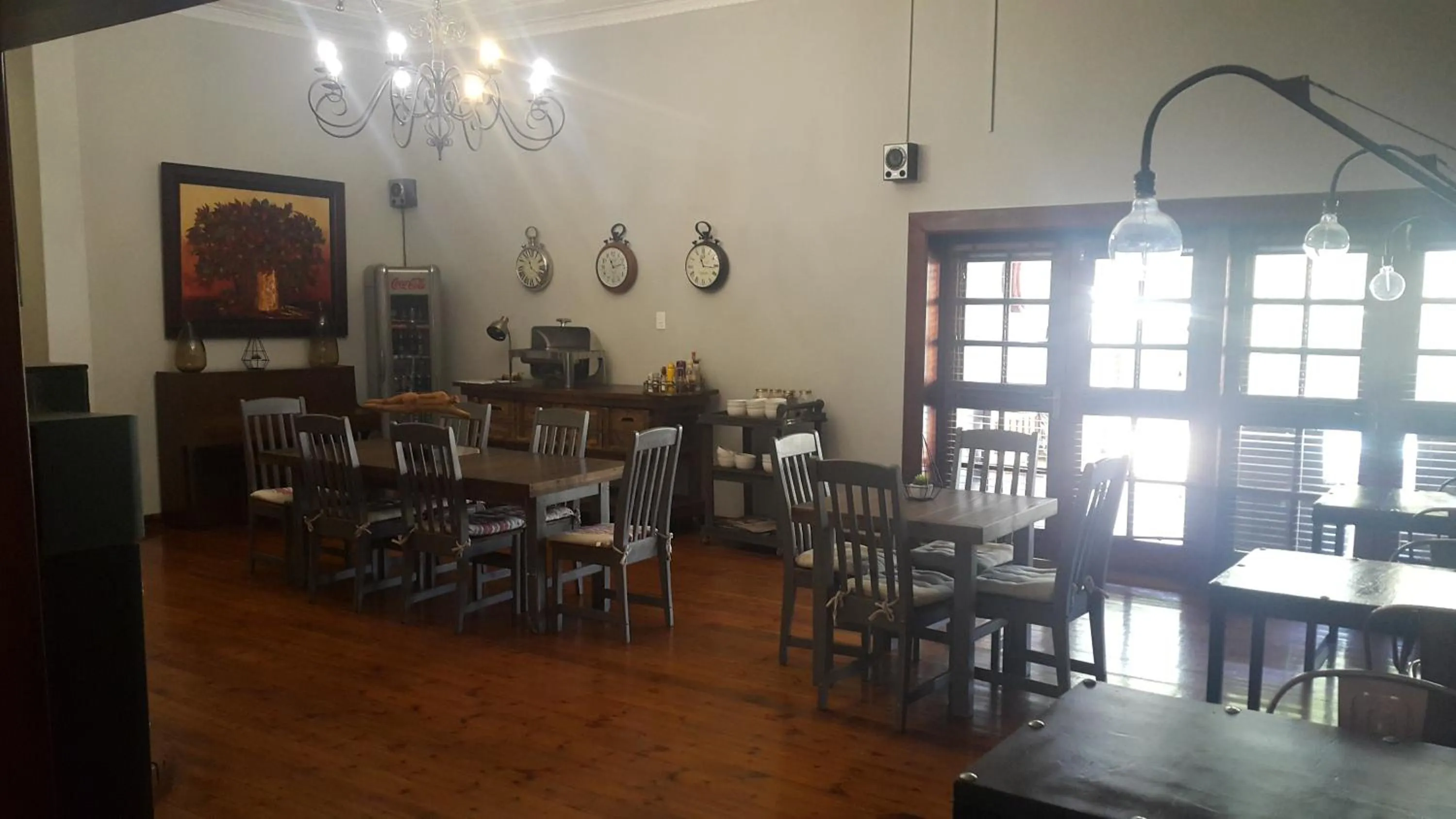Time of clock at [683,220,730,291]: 11:16
